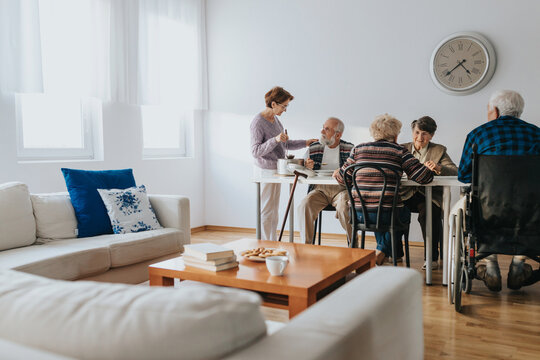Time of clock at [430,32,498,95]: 4:38
